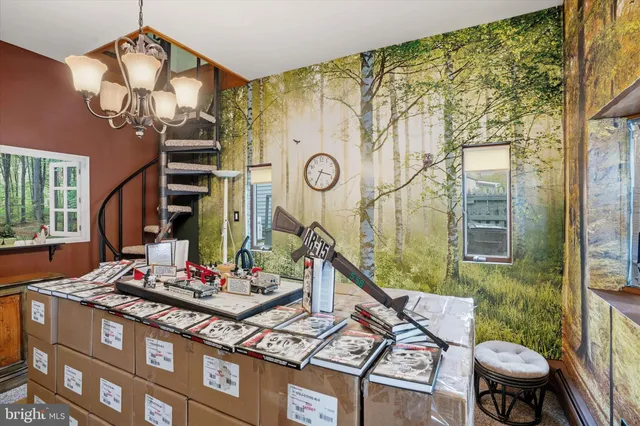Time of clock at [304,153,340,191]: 3:34
